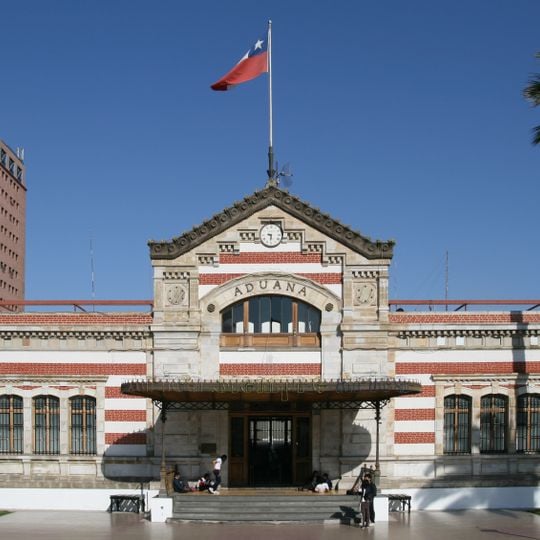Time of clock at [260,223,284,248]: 9:30
